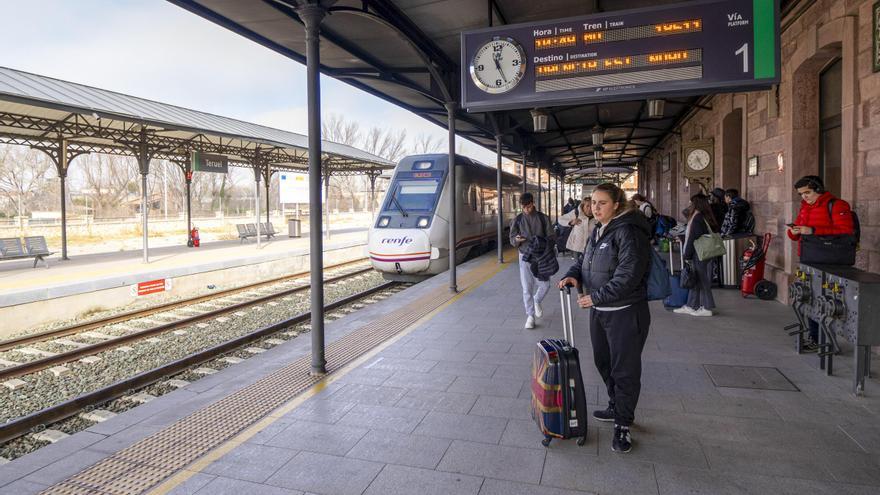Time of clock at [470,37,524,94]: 12:26
